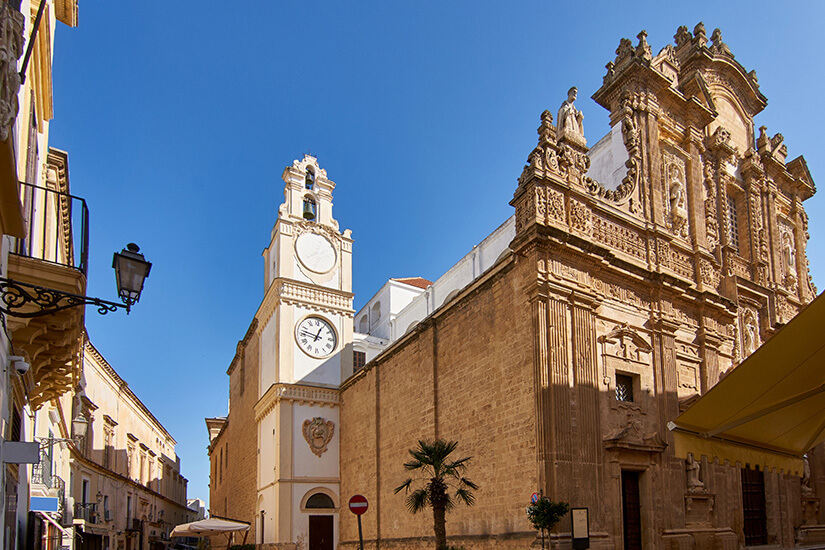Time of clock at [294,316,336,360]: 12:47
